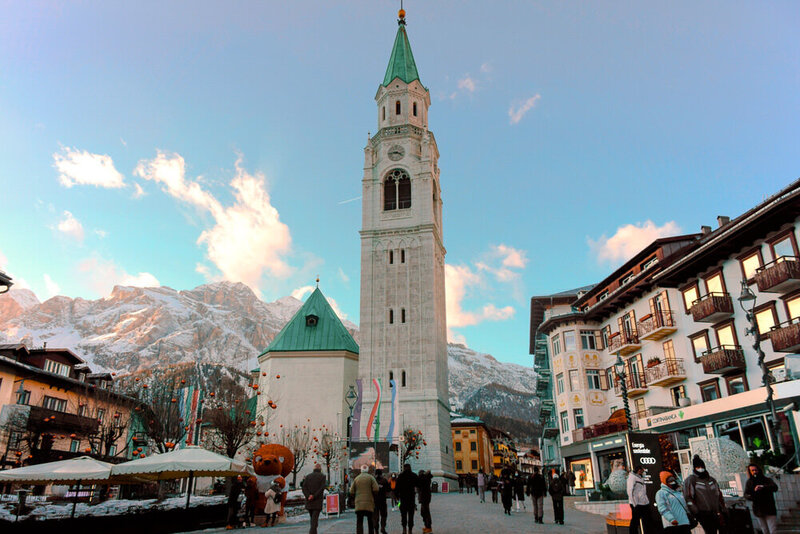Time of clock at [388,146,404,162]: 3:43
